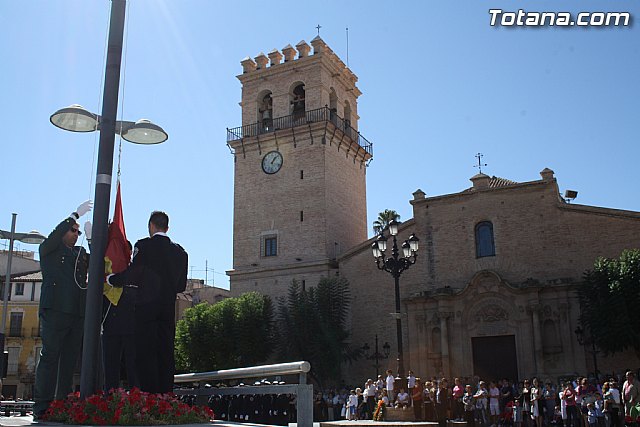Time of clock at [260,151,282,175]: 1:07
